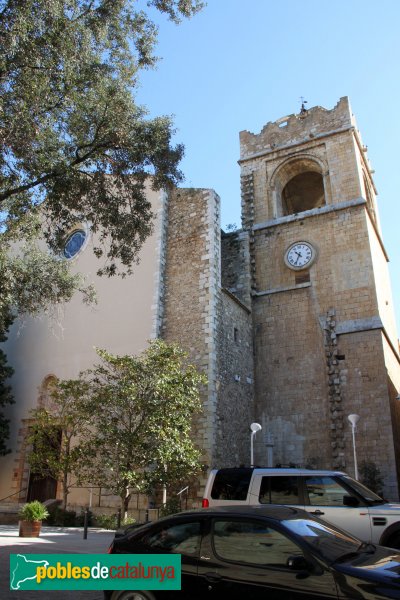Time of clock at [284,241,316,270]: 10:34
